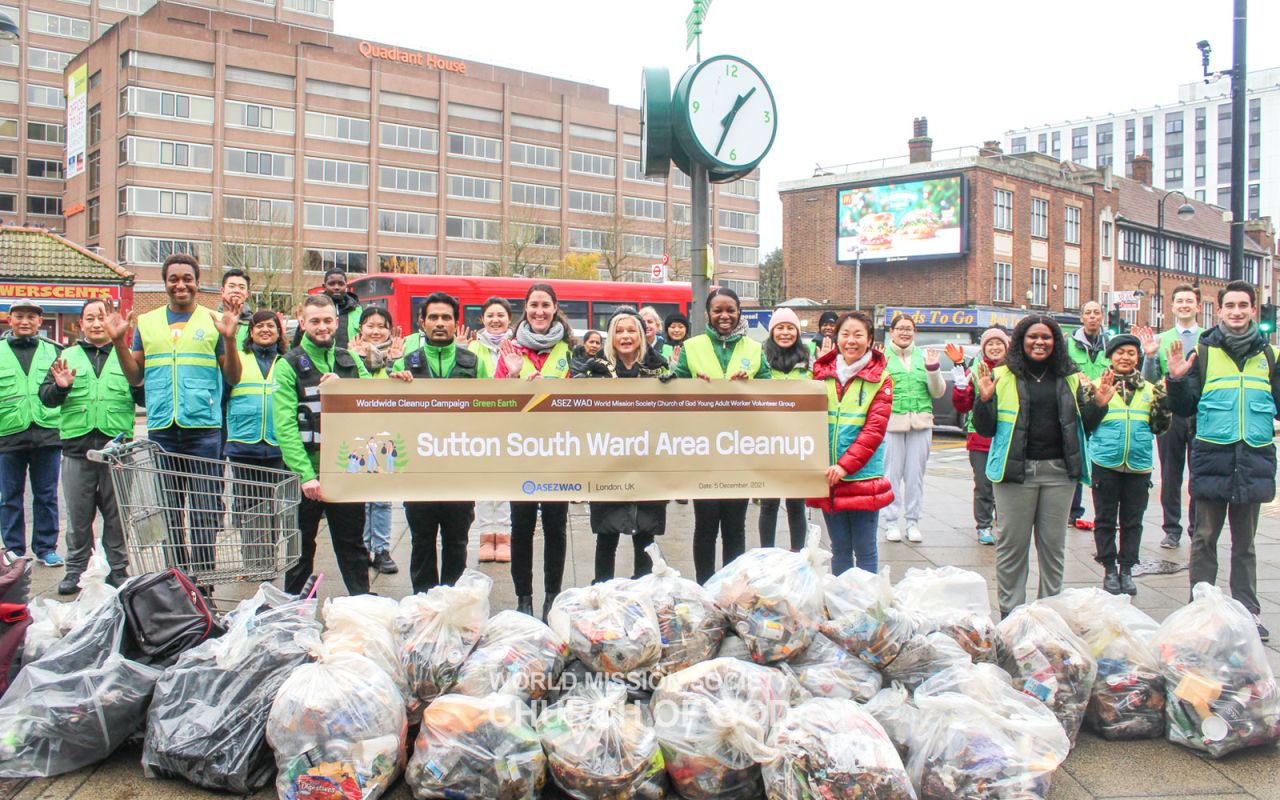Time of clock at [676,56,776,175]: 1:33
